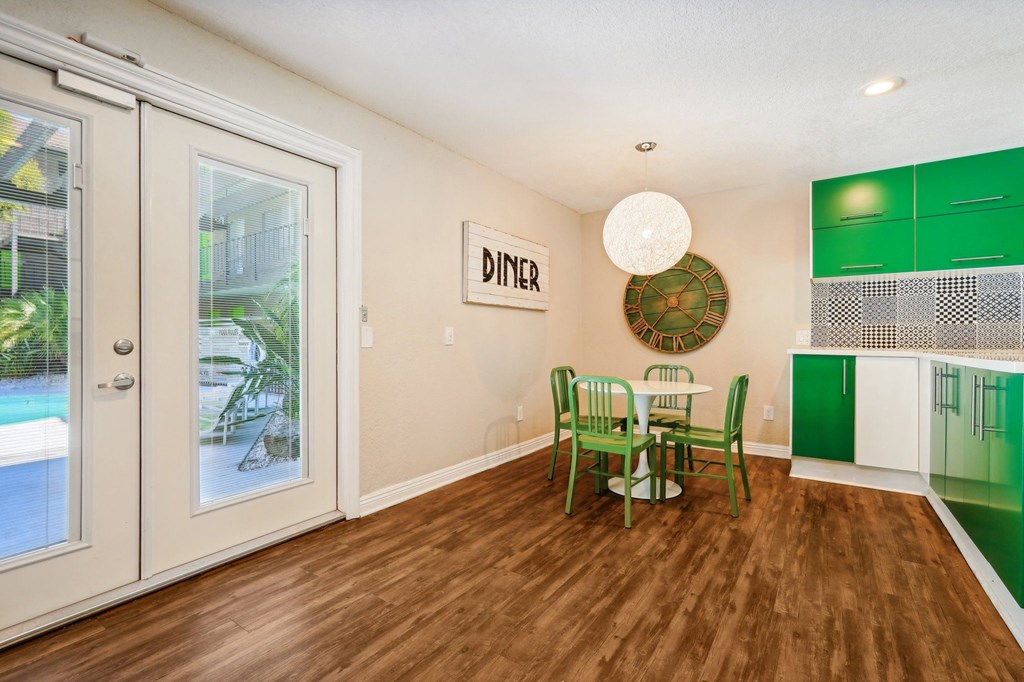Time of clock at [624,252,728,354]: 1:37
